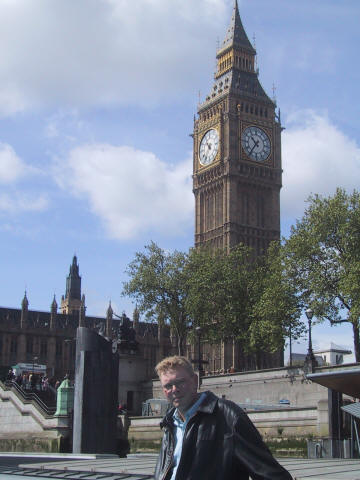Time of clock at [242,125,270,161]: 10:36
